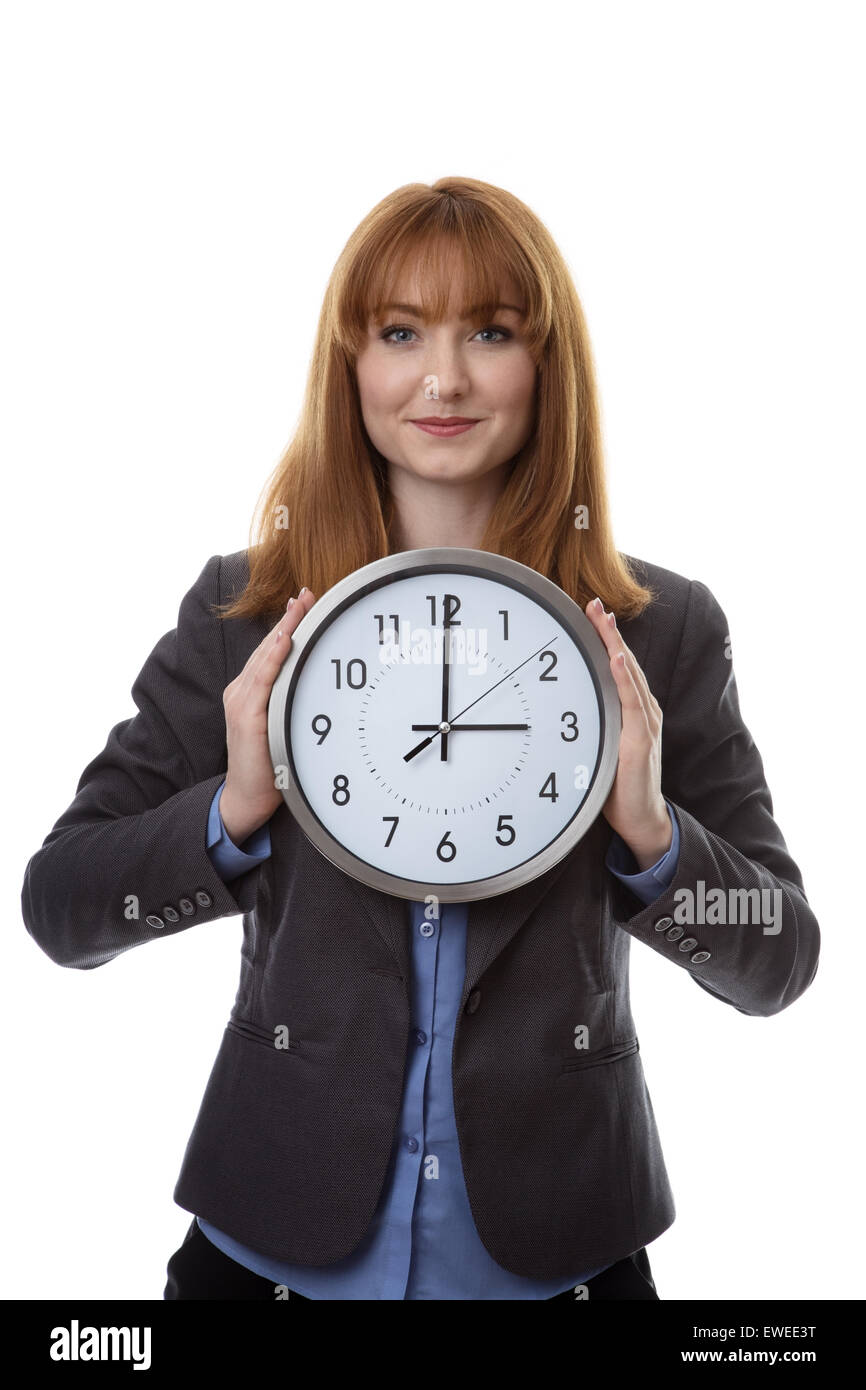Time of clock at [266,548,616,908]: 3:00
